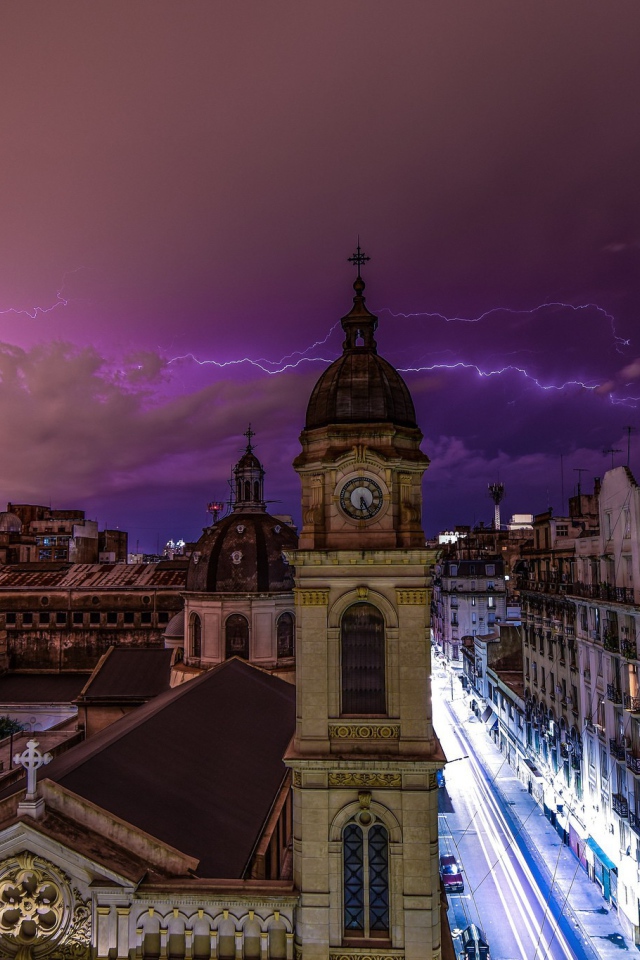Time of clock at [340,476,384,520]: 6:25
